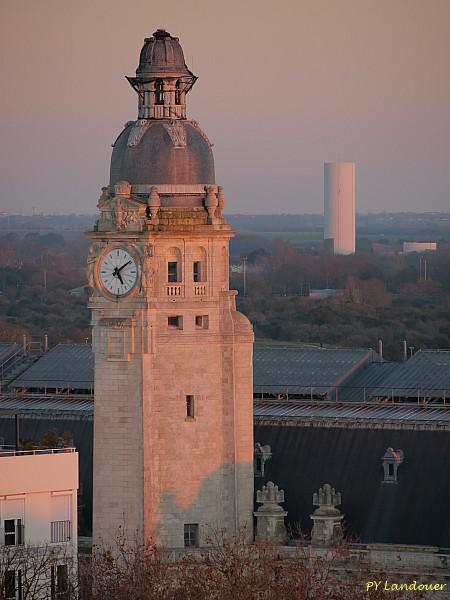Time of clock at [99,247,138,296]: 5:09
